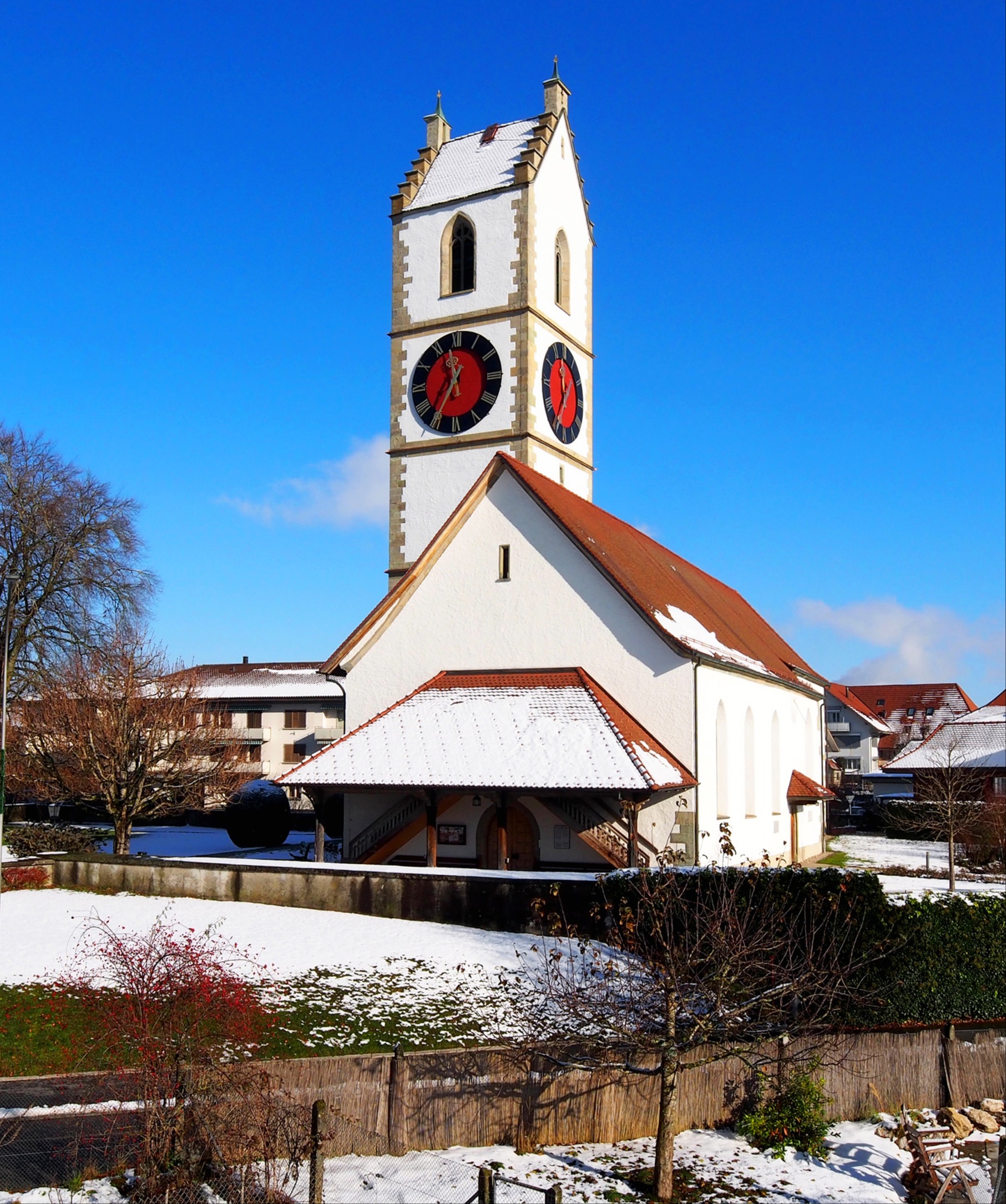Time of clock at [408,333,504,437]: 11:35
